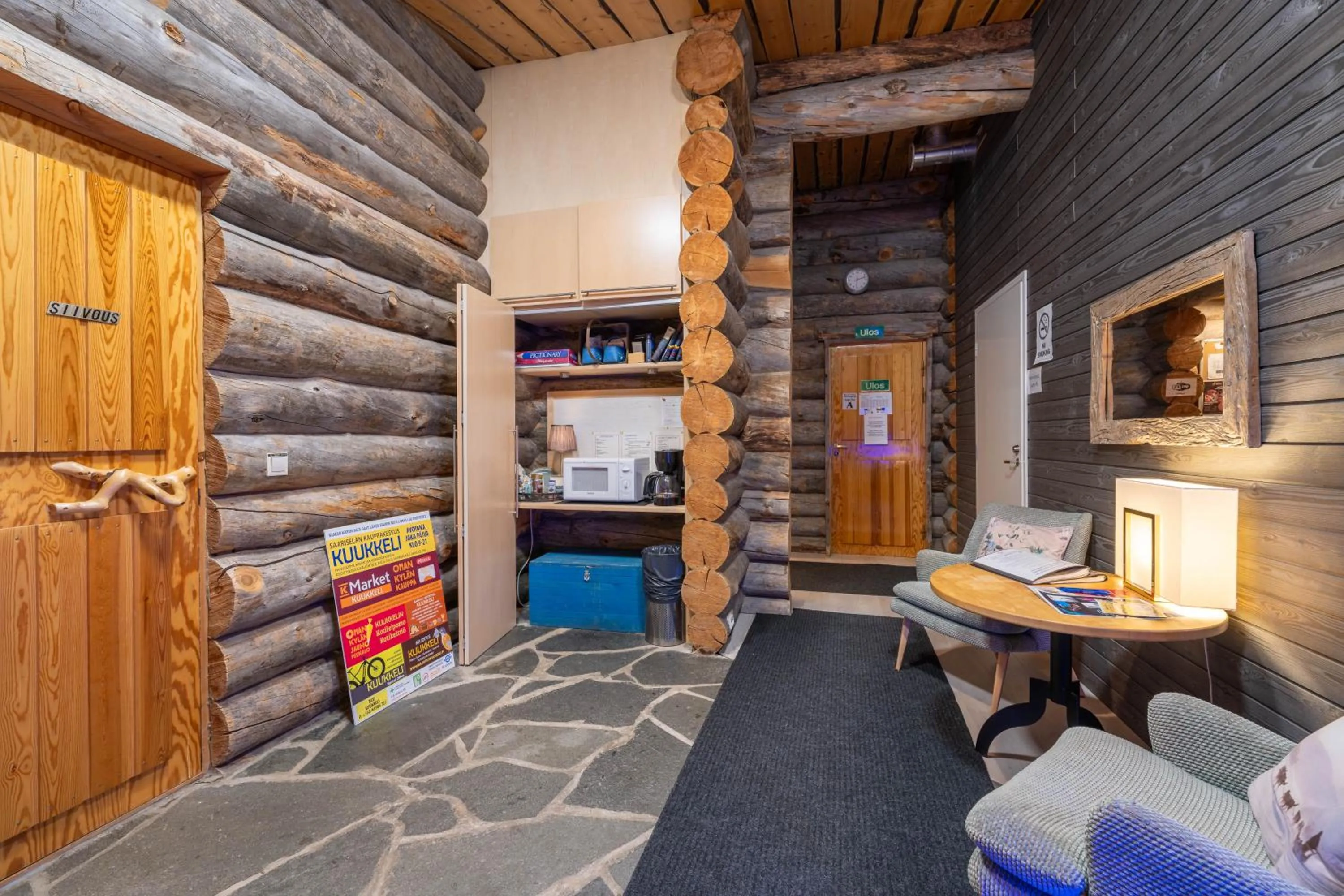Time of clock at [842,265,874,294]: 2:30
